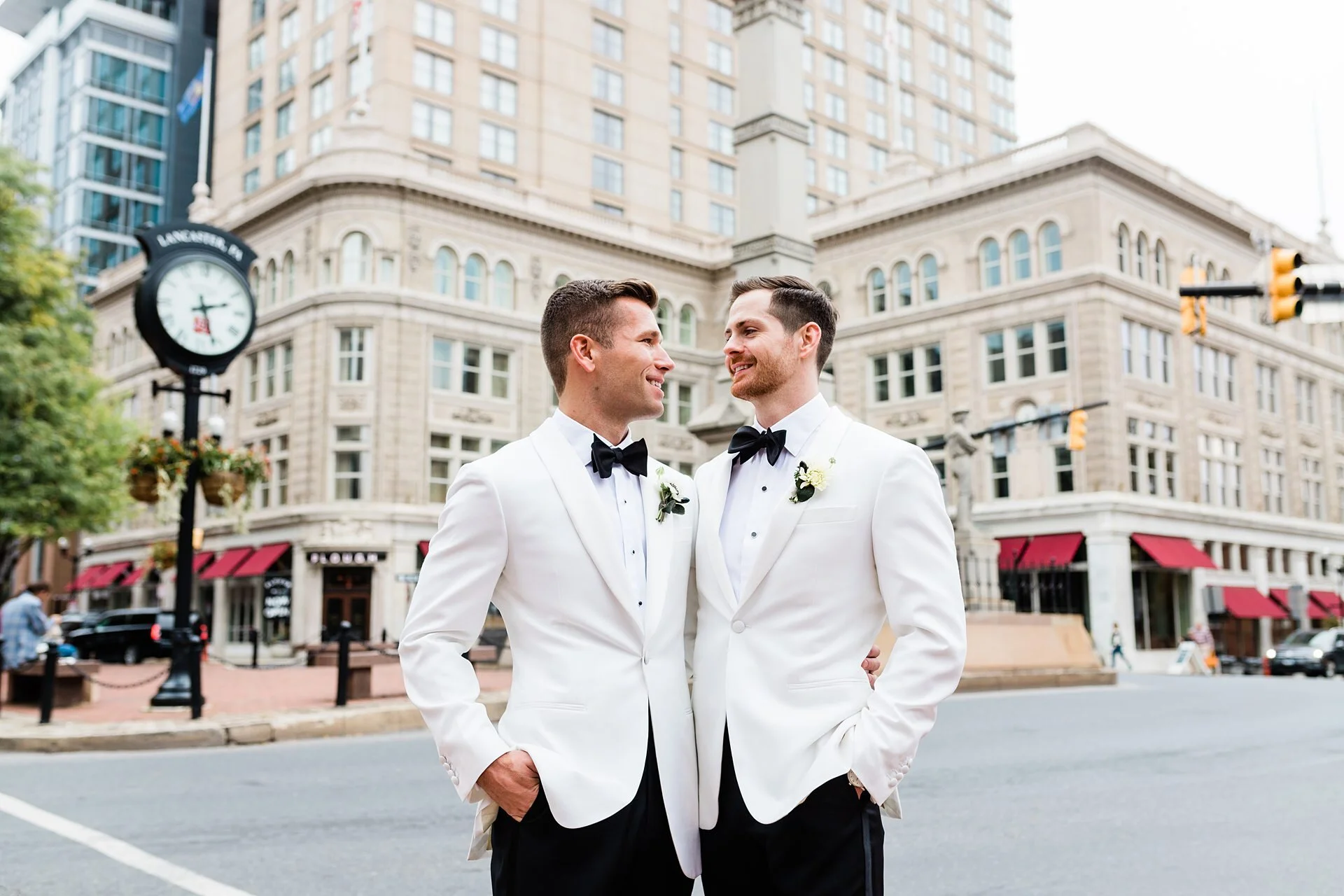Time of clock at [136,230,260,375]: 2:26
